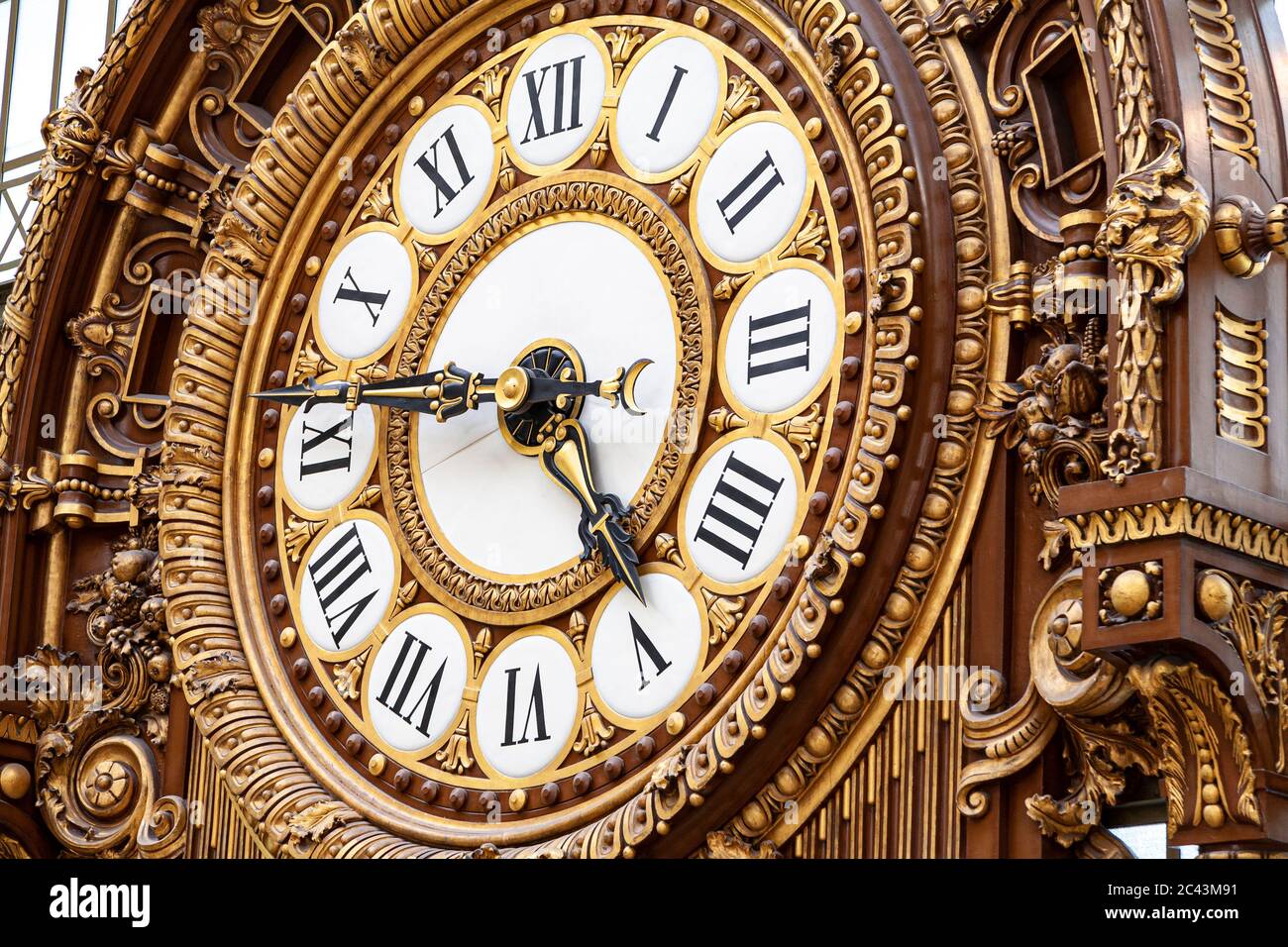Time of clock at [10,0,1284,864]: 4:46
